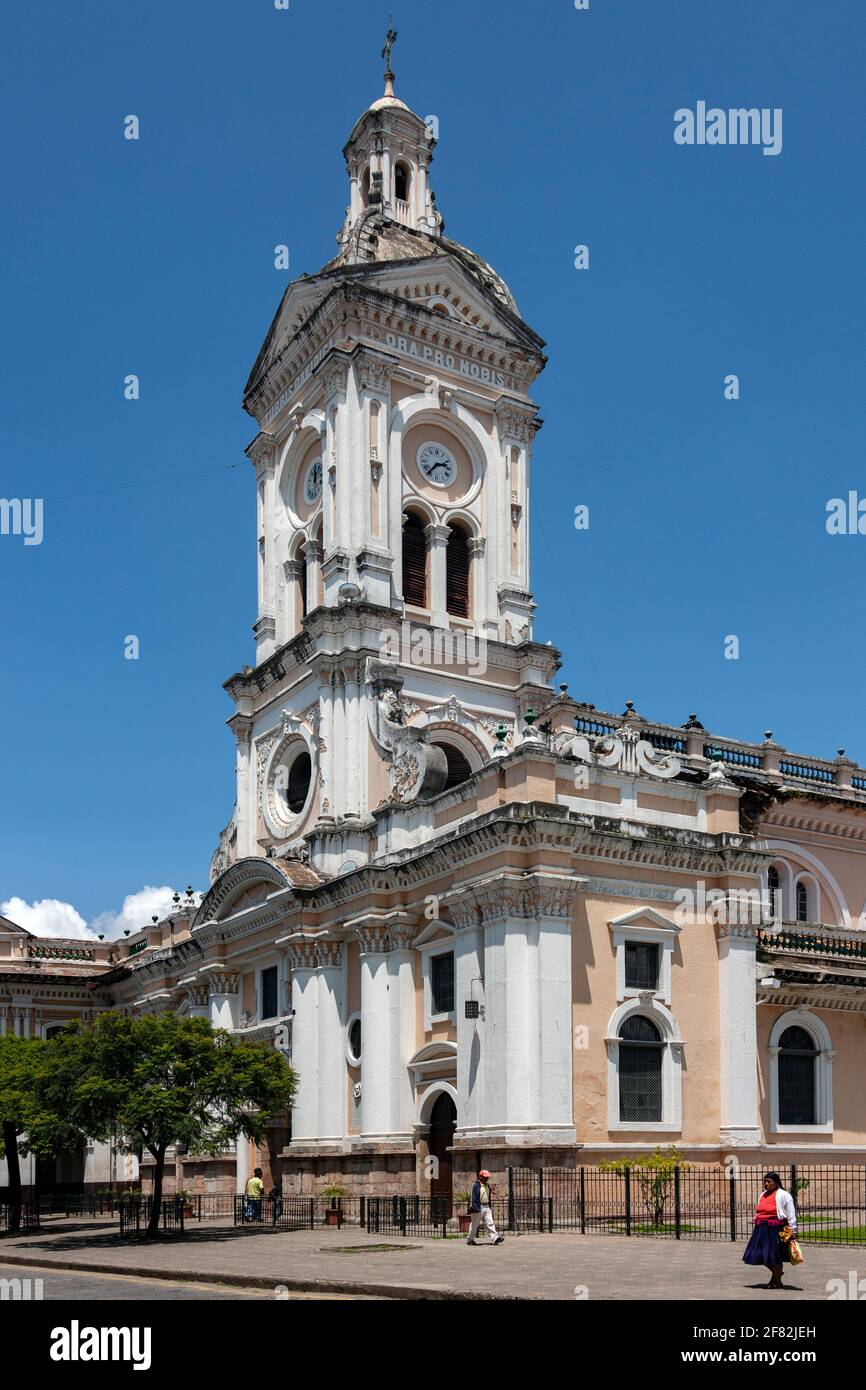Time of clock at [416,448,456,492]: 2:36
